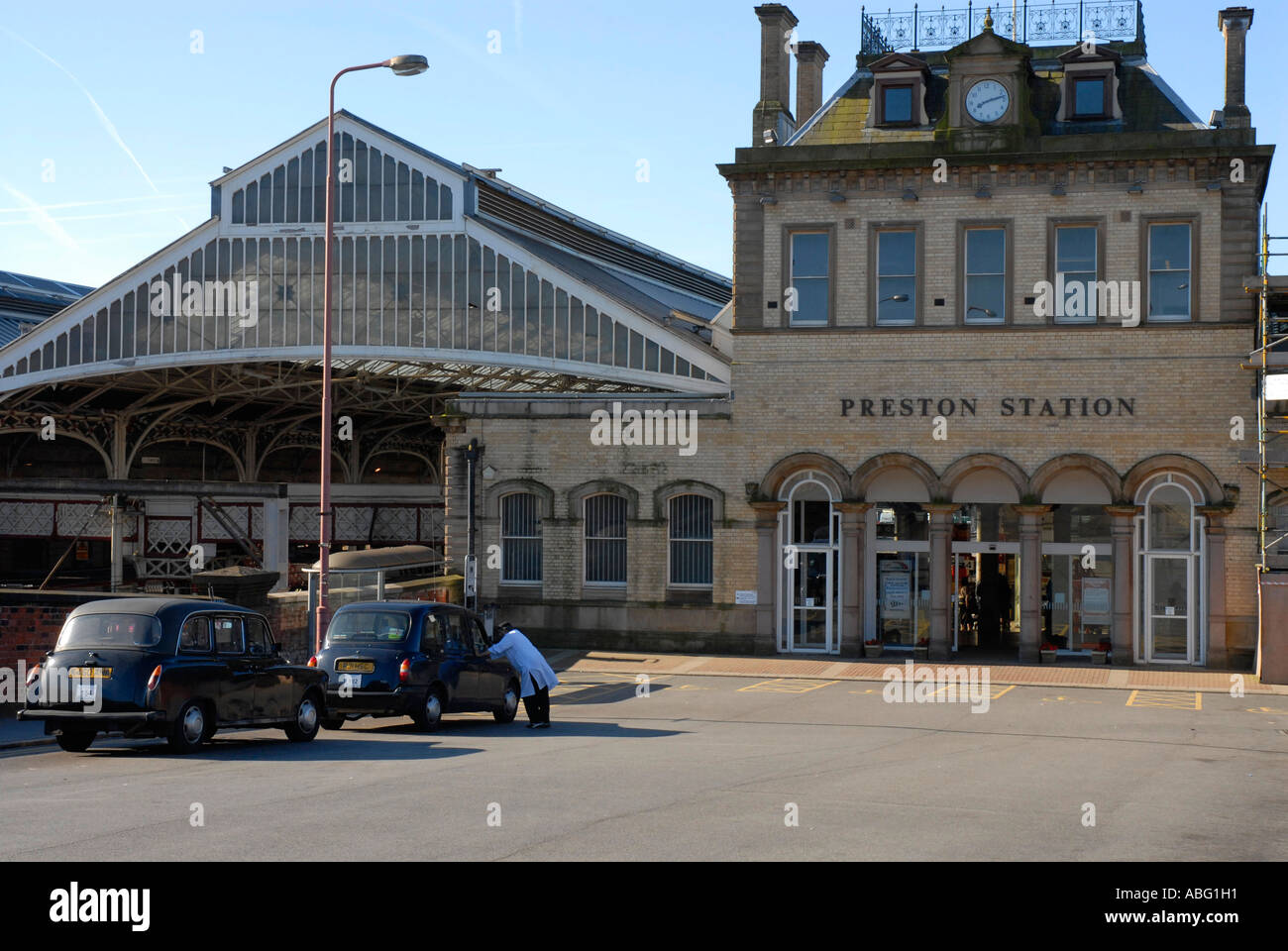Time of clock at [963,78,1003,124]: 8:12
